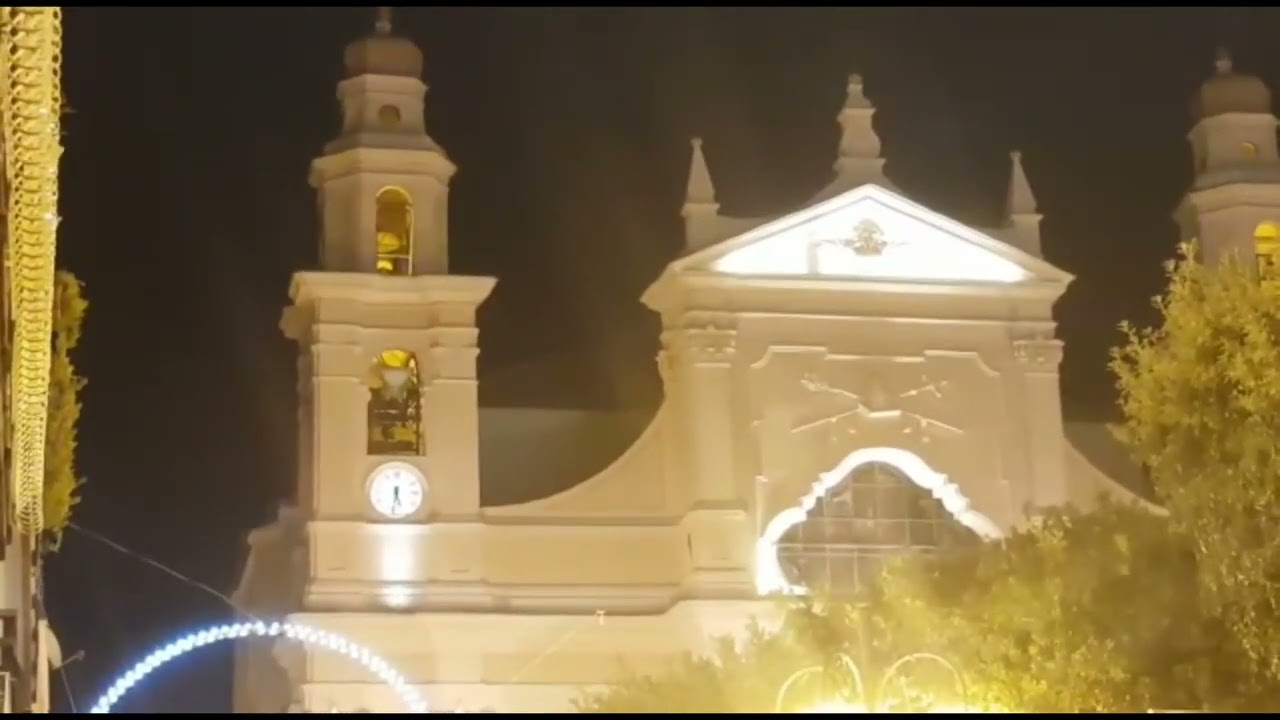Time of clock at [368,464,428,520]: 5:31
